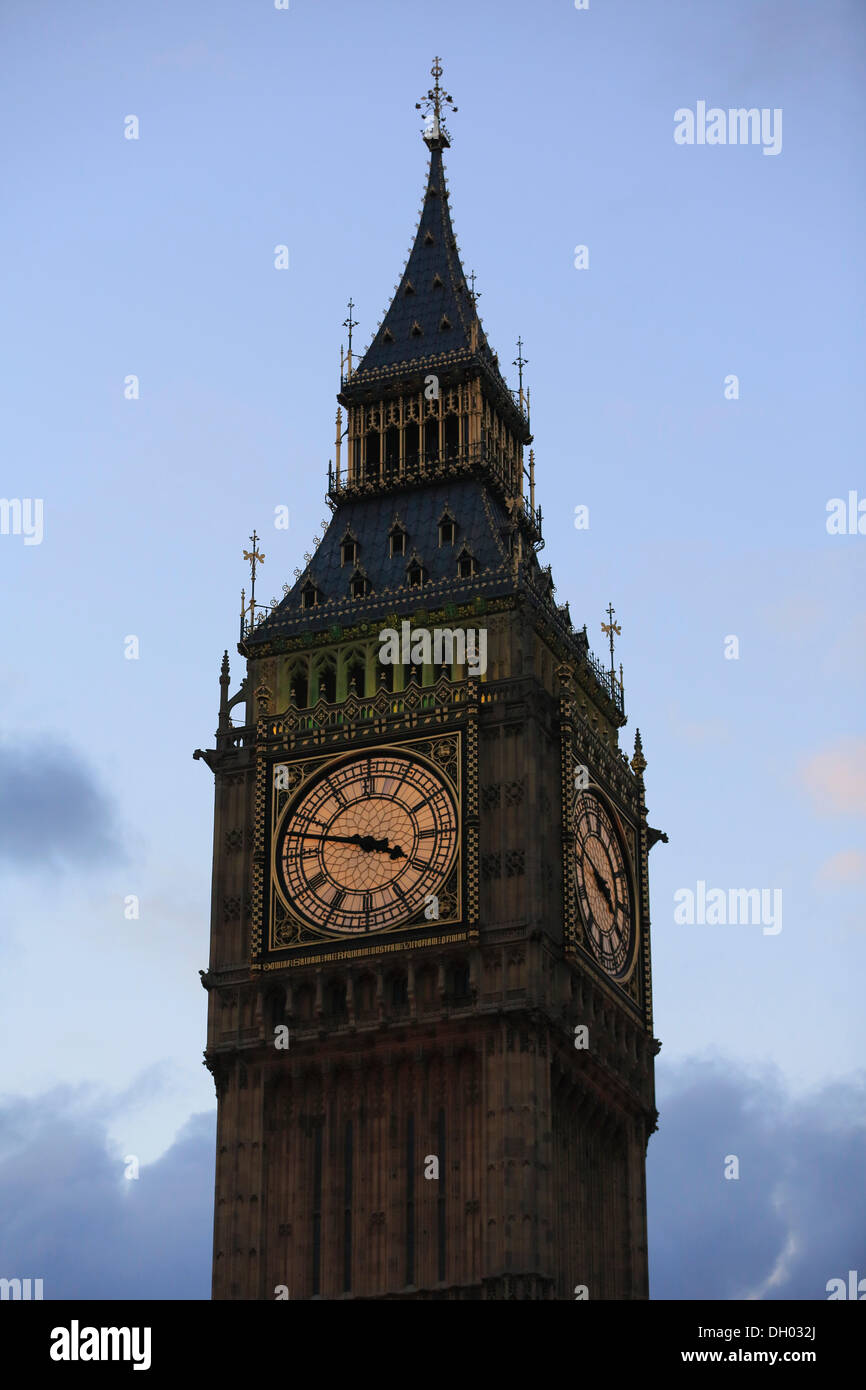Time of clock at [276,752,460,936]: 3:47
